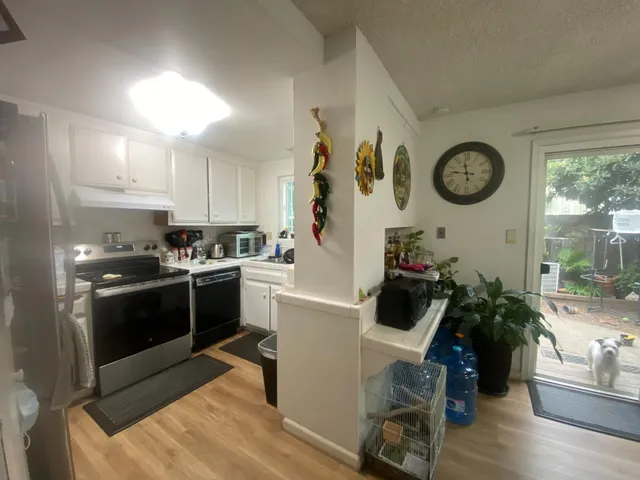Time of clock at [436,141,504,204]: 11:46
